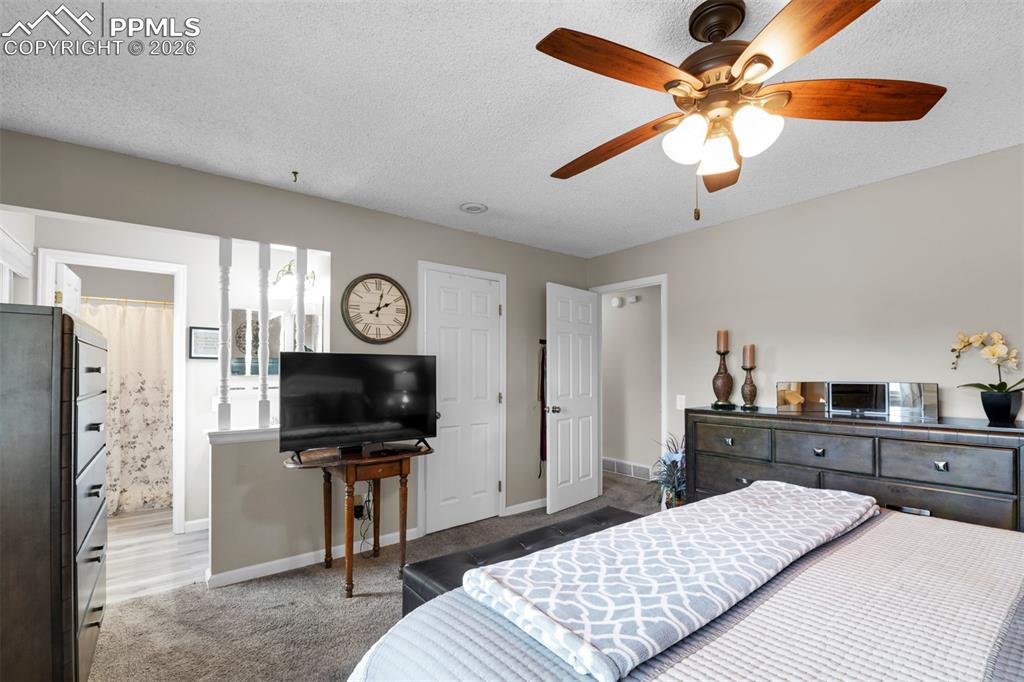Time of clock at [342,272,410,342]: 2:02
